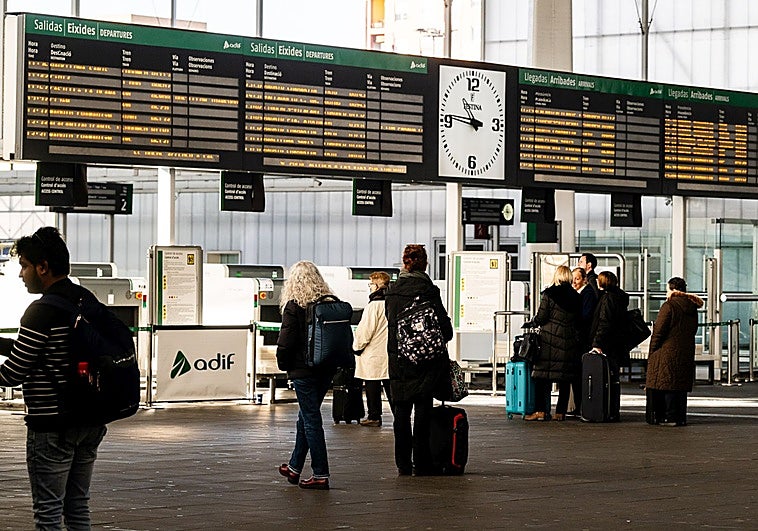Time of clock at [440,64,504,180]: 10:46
